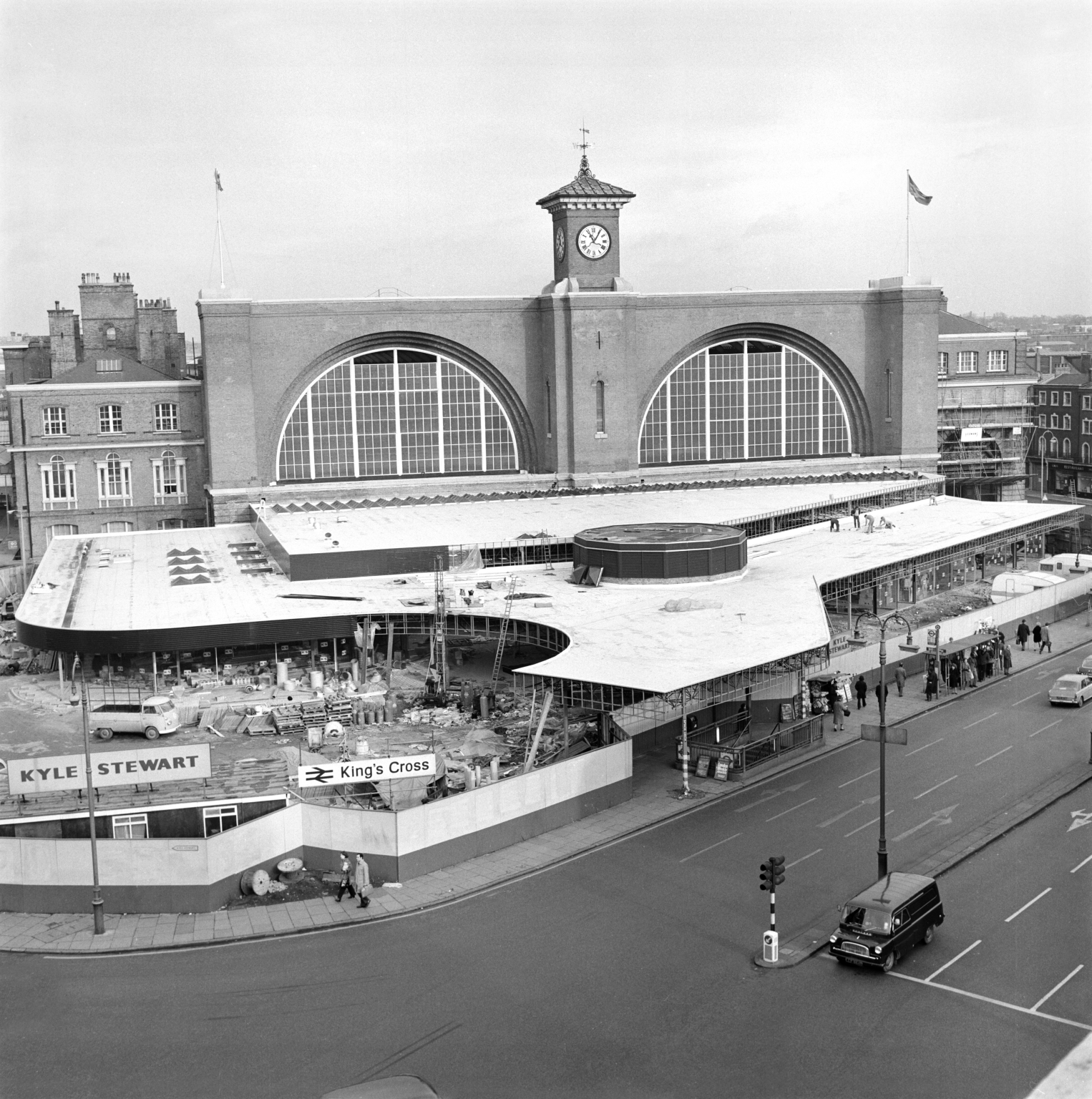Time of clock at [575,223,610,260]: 11:05
